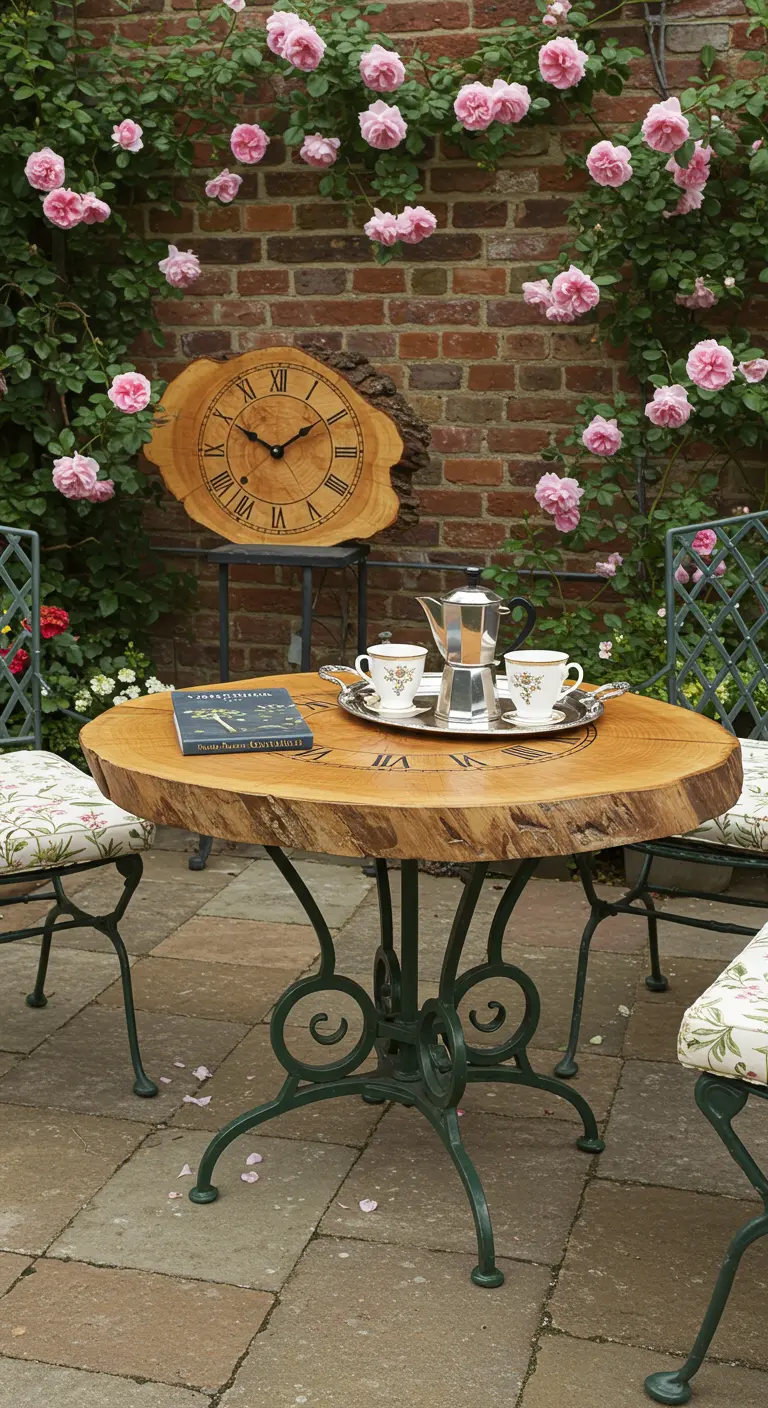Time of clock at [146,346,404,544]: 1:50
